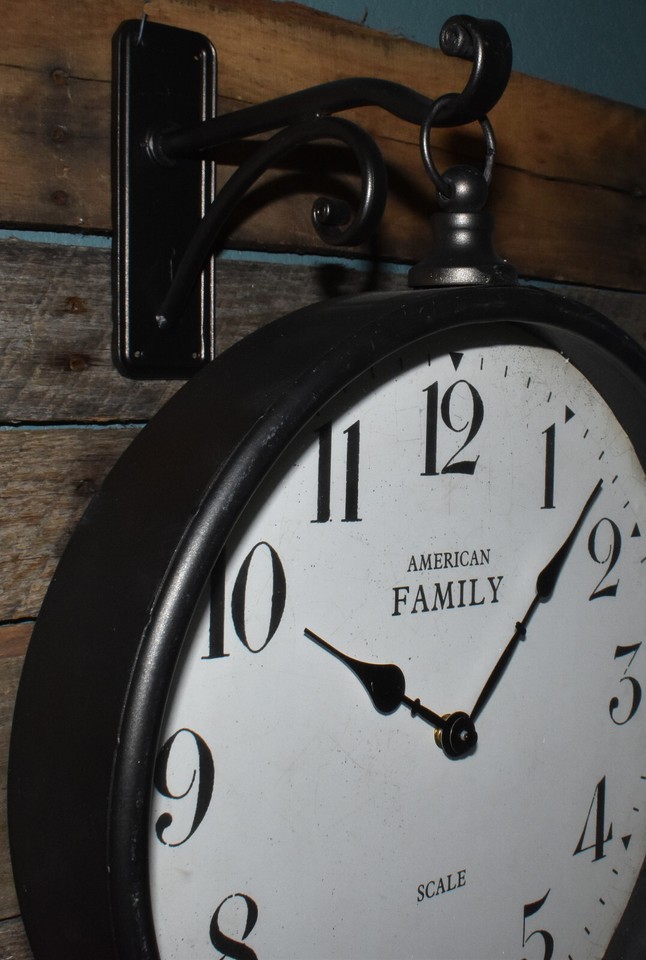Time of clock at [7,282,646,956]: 10:07
